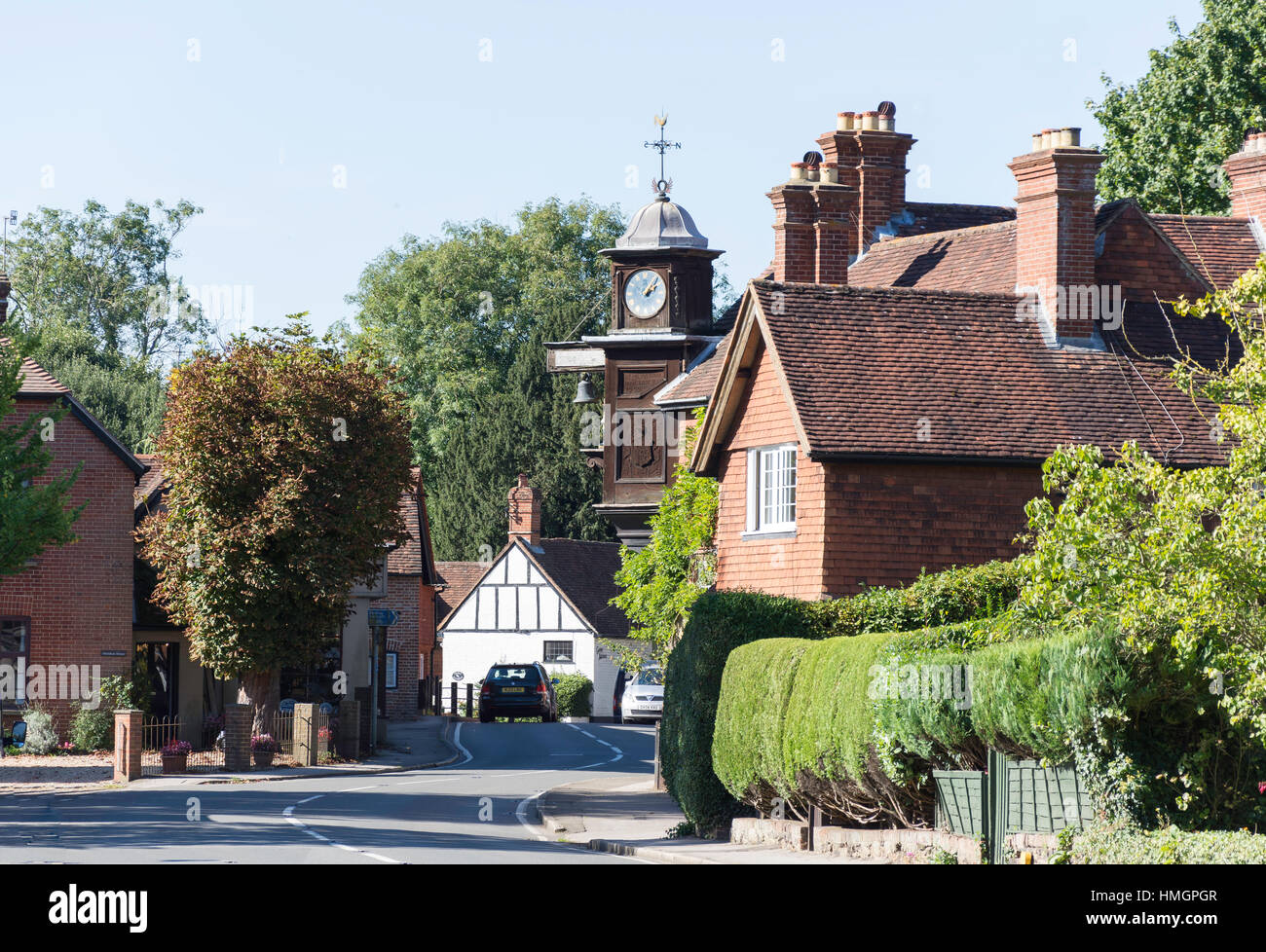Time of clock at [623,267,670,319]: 2:06
